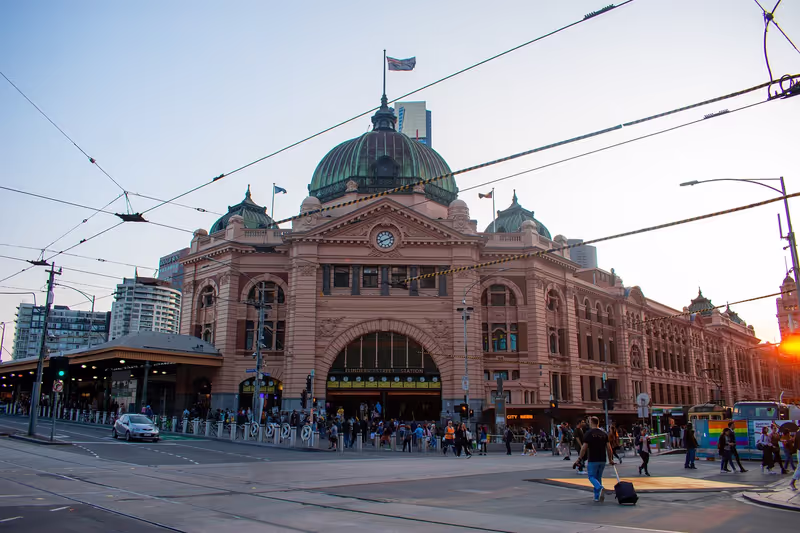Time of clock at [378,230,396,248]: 8:11
